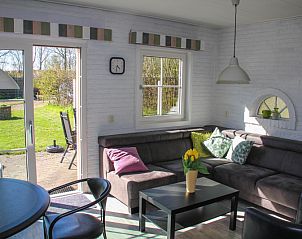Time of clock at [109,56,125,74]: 4:31
